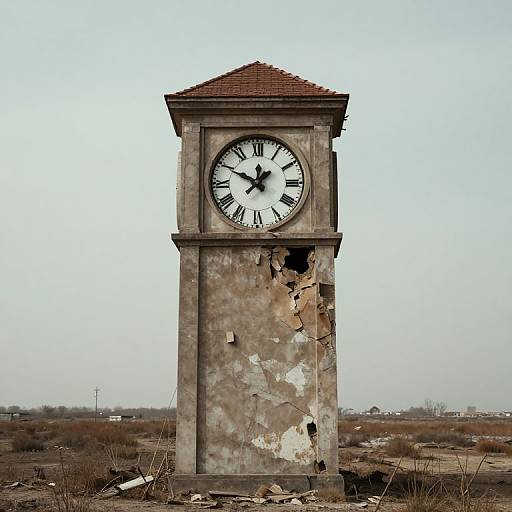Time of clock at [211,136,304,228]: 11:49
